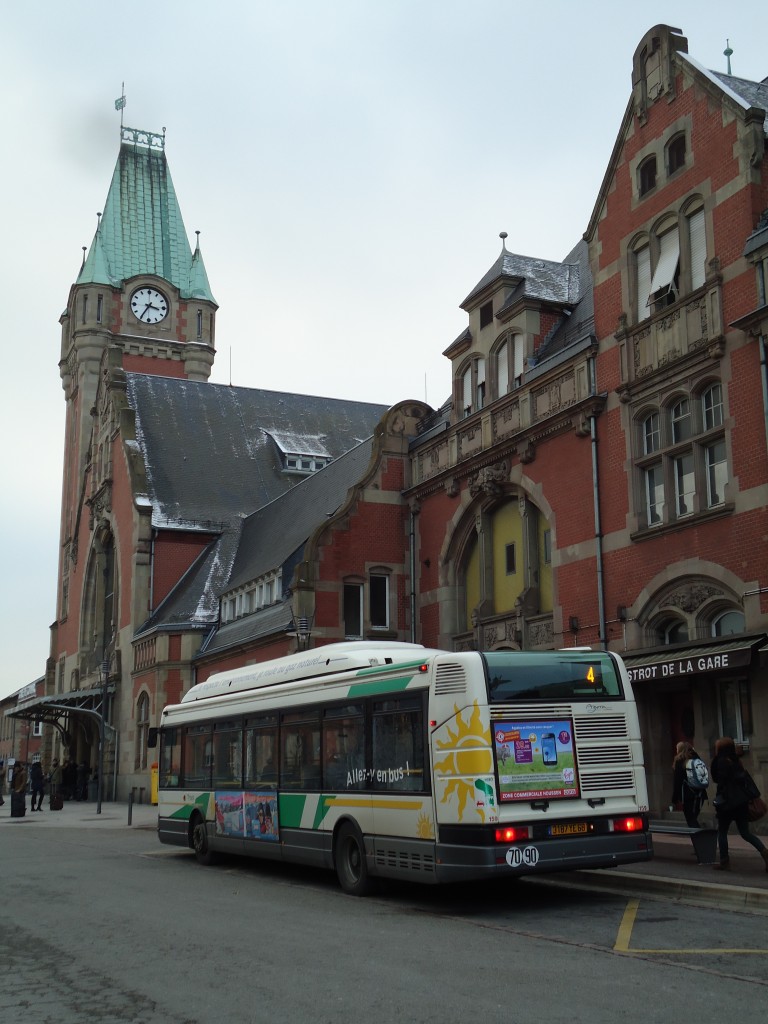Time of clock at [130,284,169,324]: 3:35
